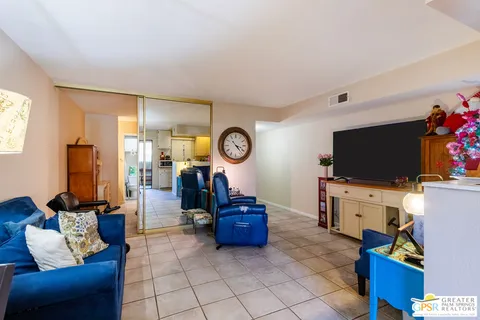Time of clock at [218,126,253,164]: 4:22
